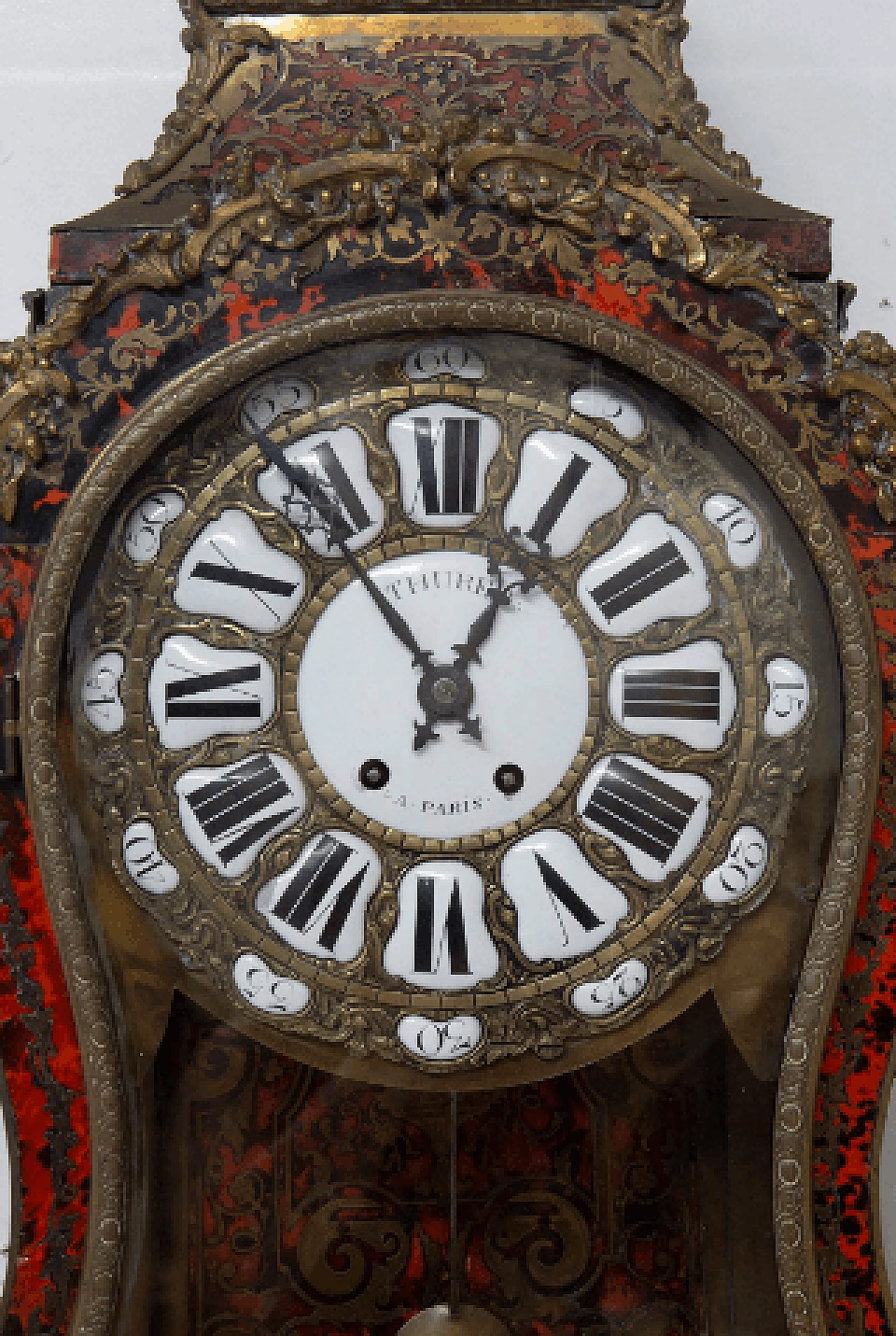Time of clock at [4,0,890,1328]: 12:53
